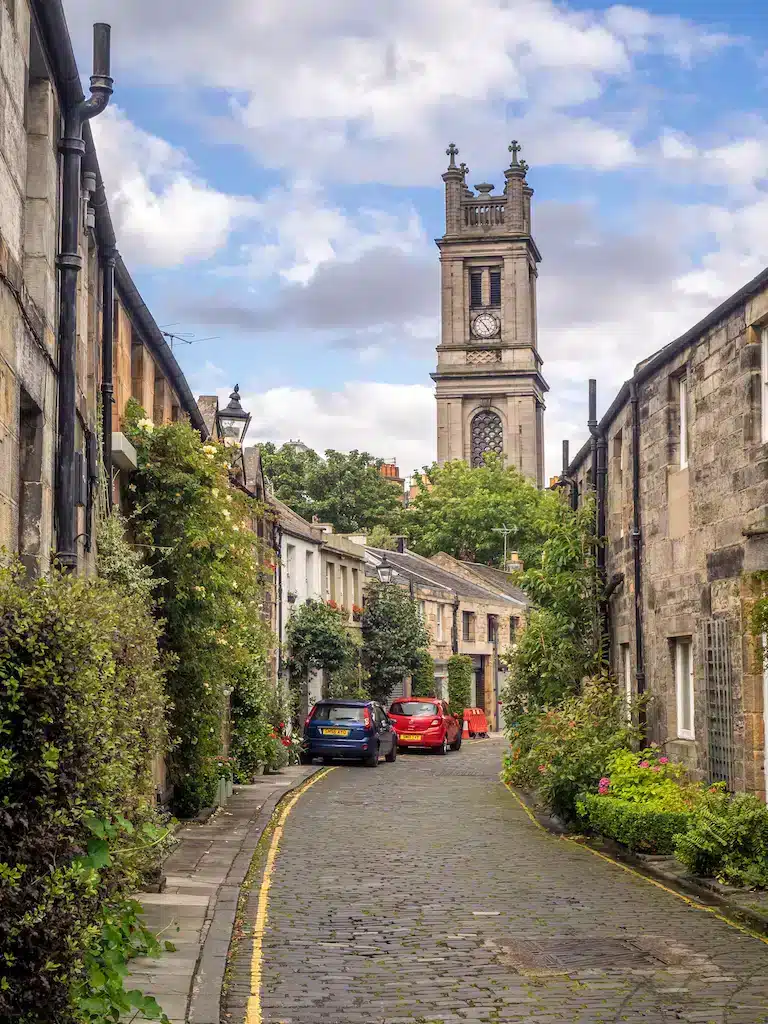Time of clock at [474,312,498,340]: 4:52
